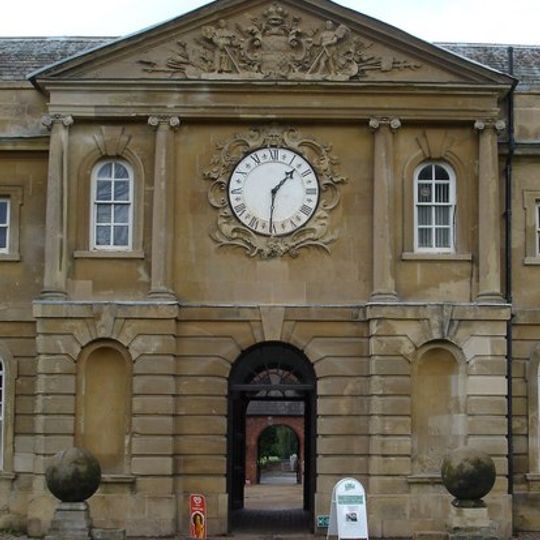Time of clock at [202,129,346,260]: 1:30
